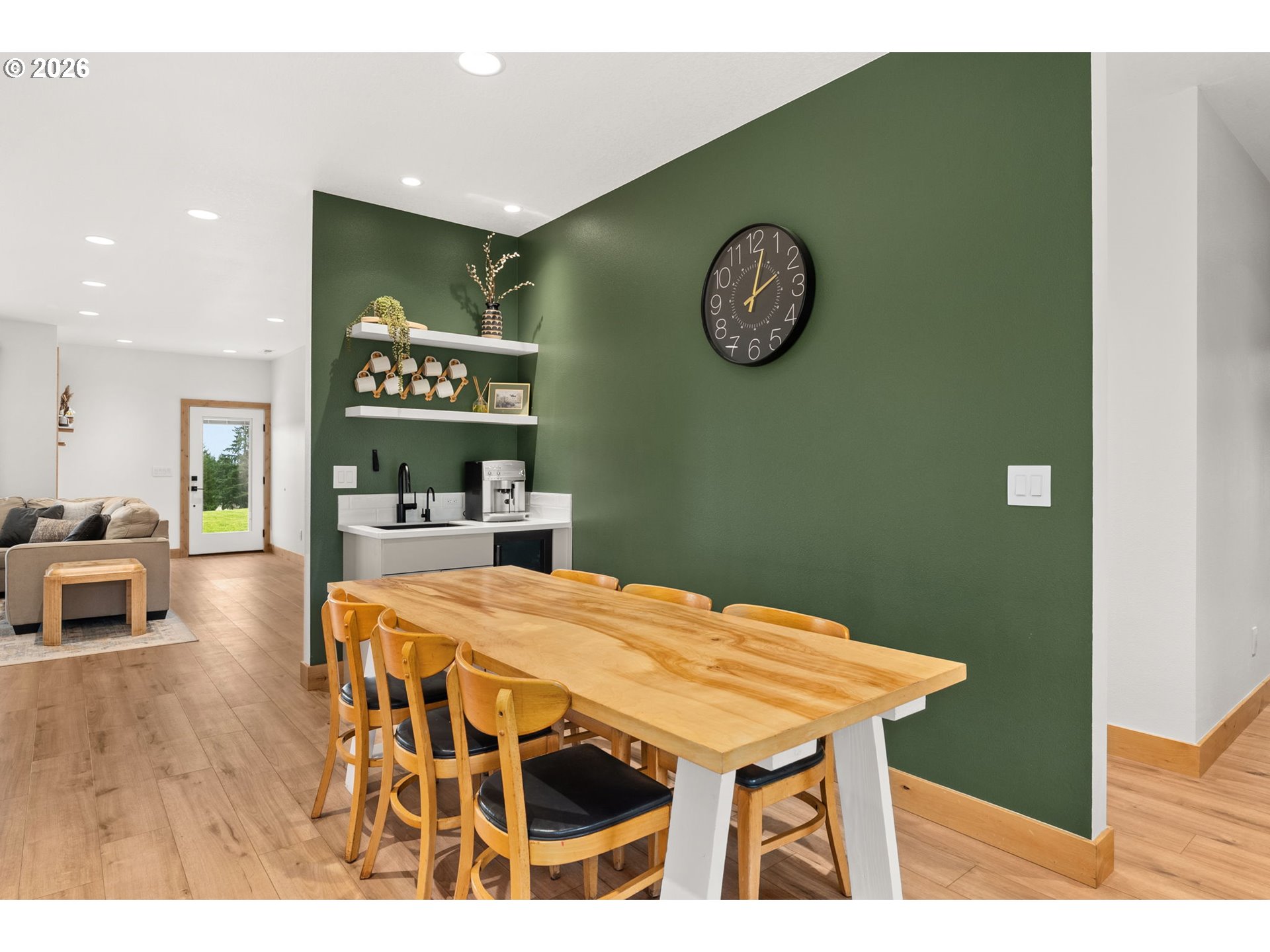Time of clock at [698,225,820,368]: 2:02
